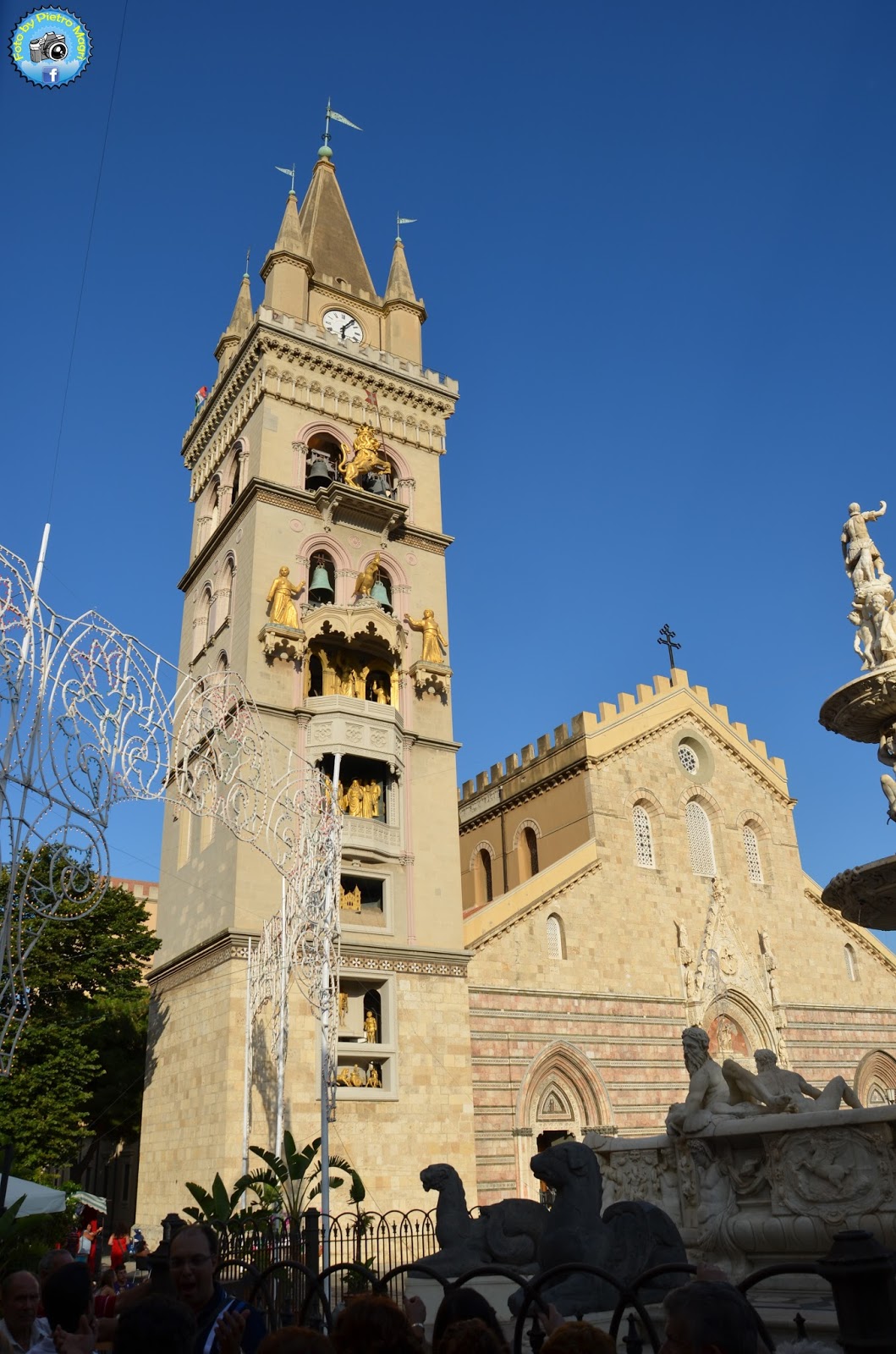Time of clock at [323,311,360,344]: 6:06
